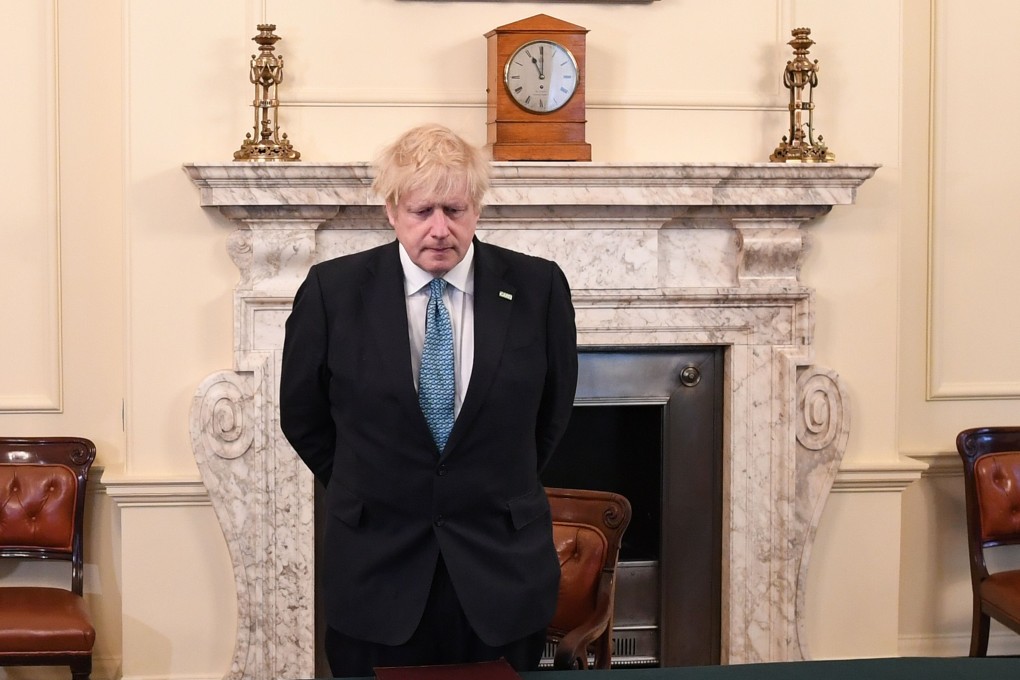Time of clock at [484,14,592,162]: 11:00
